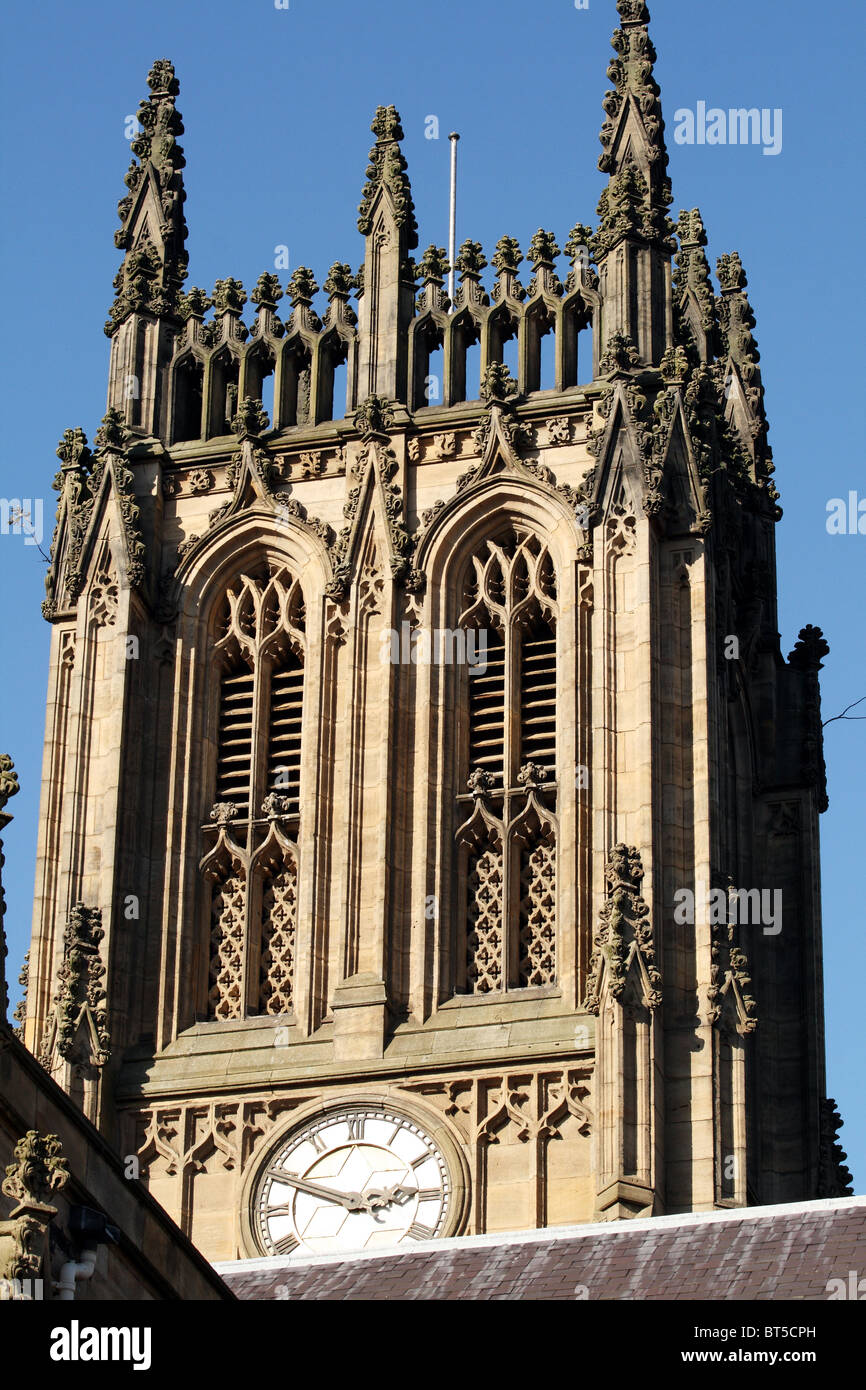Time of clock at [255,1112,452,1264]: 2:49
